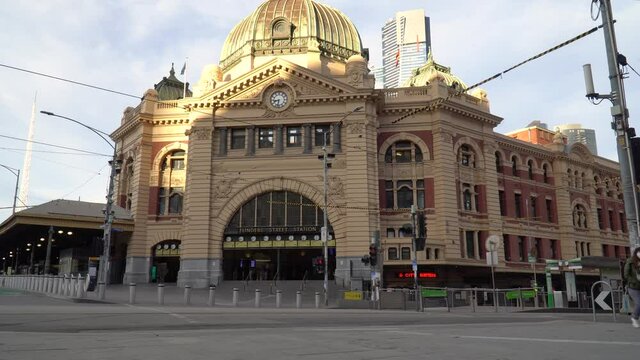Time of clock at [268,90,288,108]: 8:32
